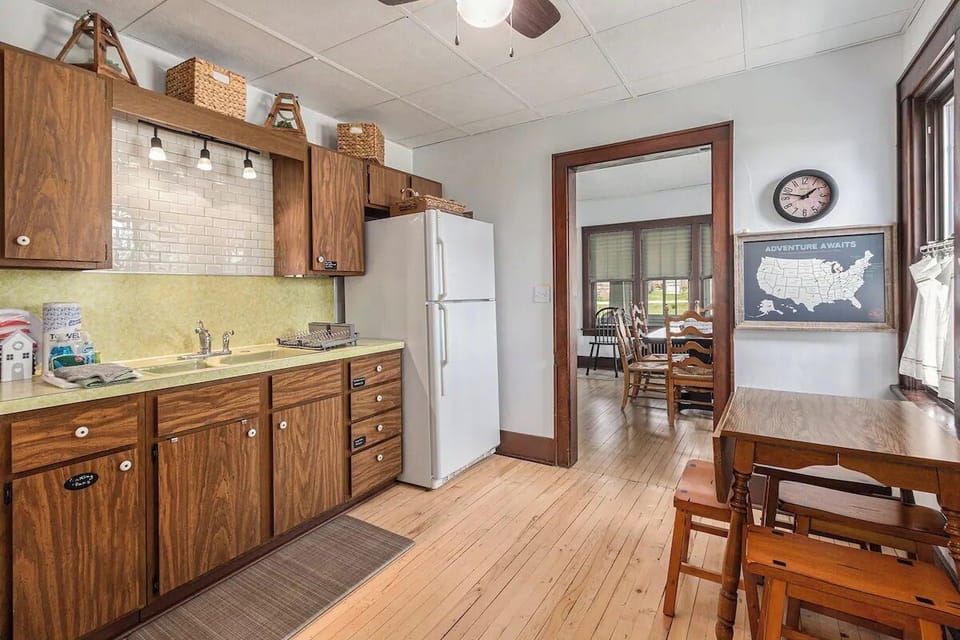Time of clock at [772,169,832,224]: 1:47
